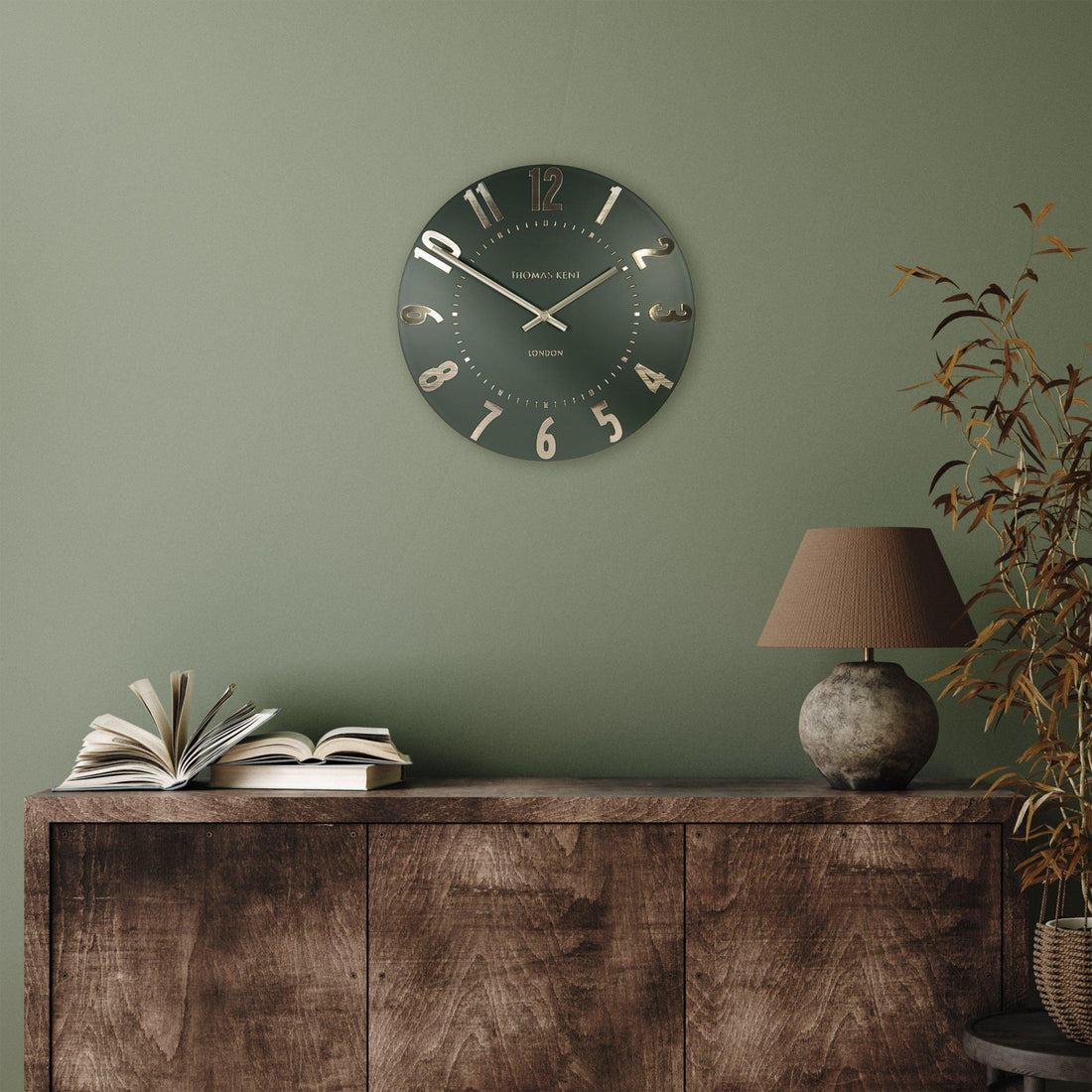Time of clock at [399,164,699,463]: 1:50
